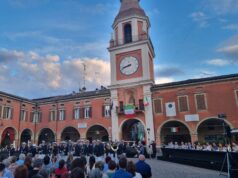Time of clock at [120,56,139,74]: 8:42
